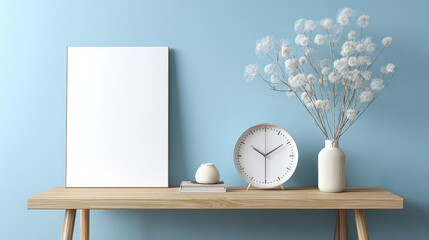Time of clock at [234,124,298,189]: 10:09
